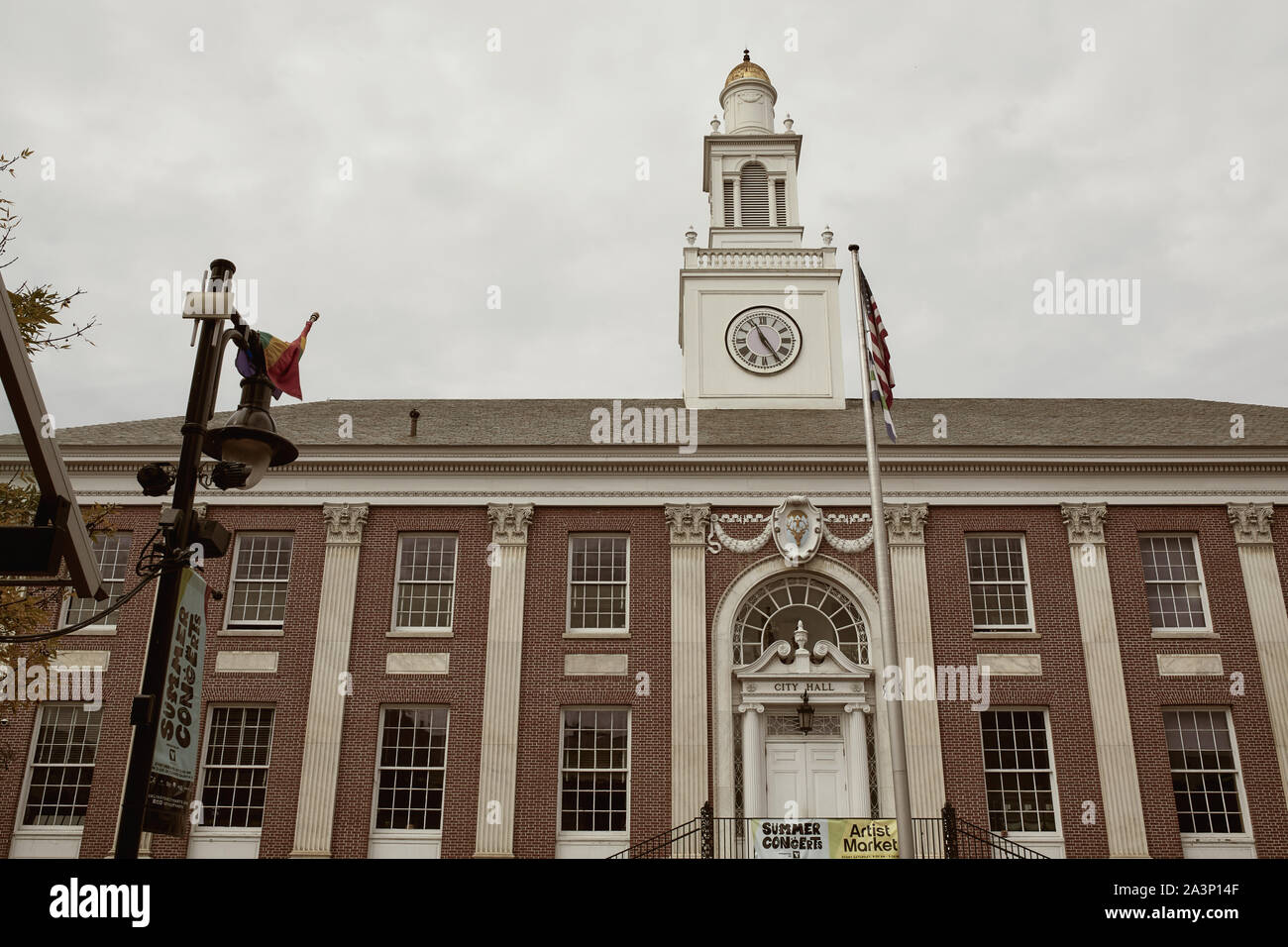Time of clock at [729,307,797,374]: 4:56
